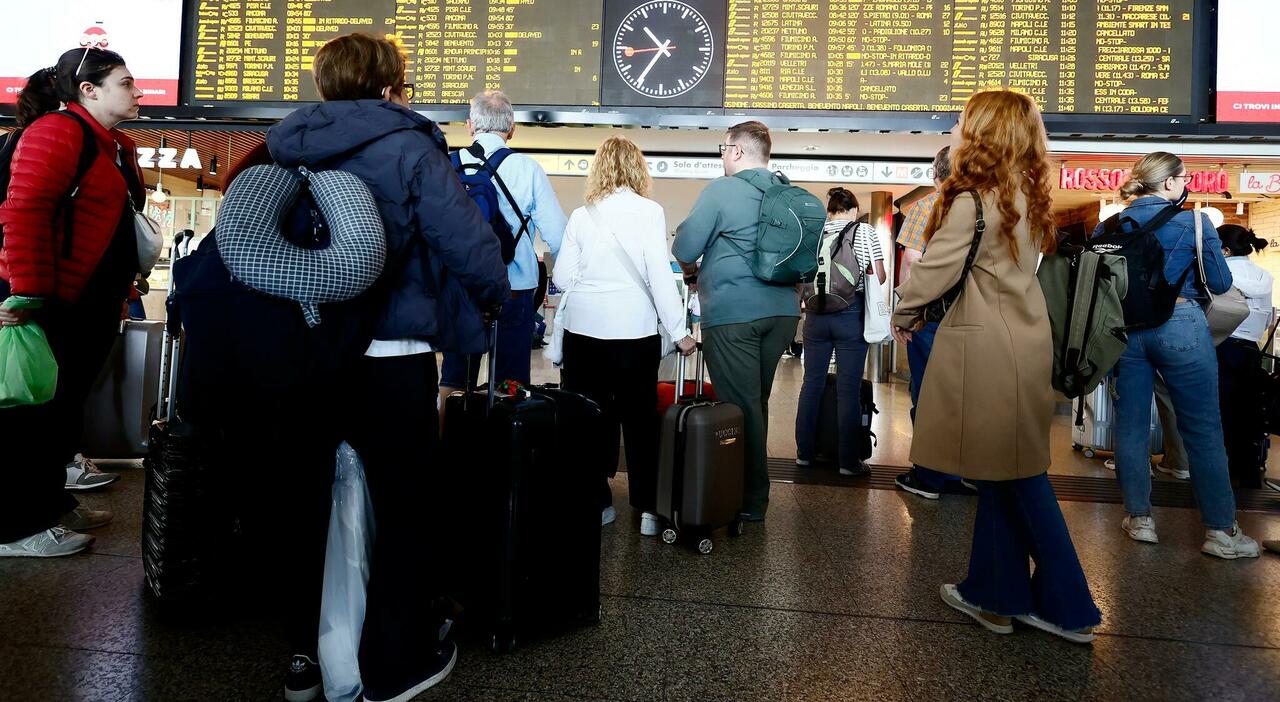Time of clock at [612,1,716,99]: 10:35
